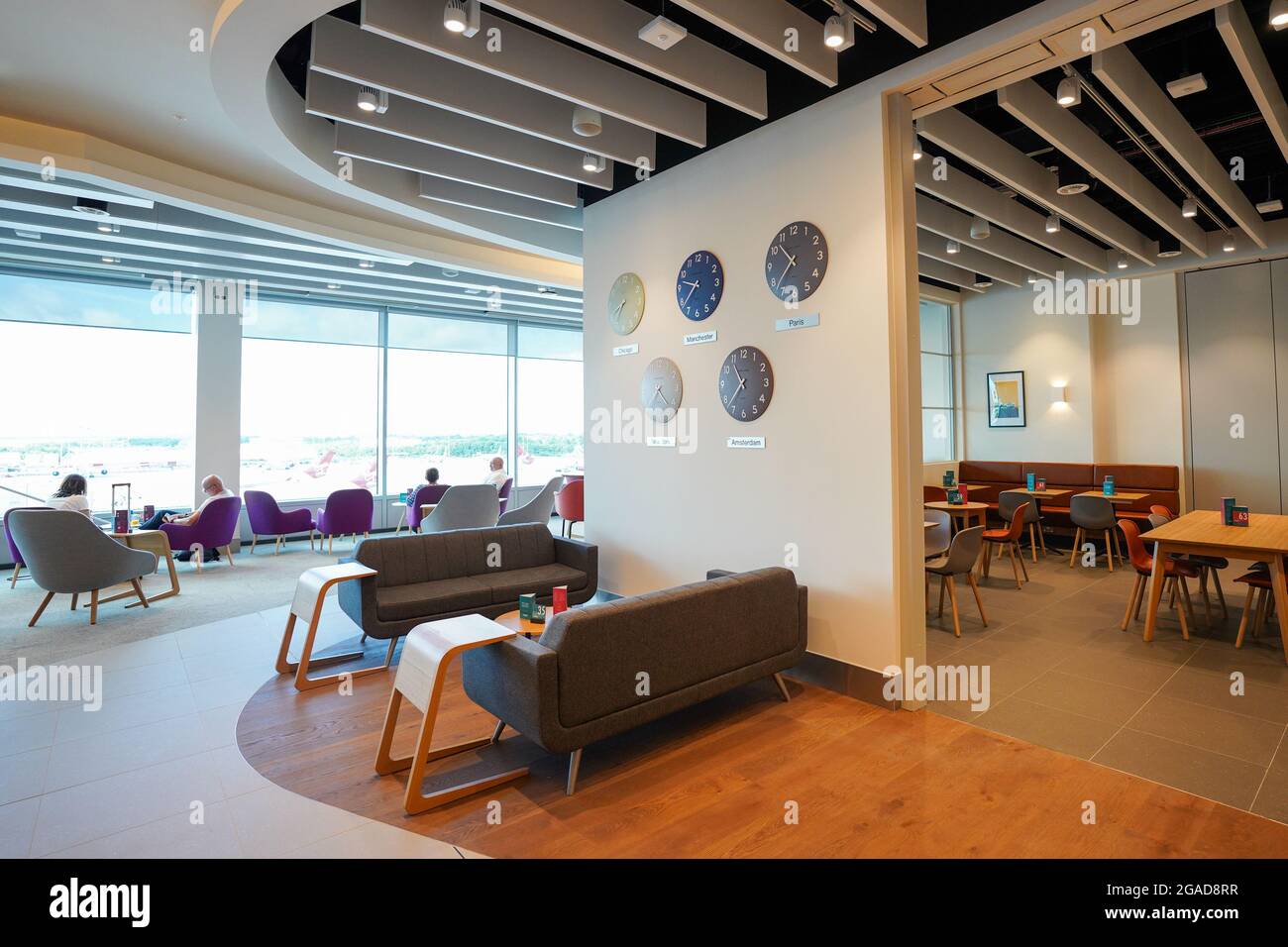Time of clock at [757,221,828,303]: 10:37
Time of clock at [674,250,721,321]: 7:47
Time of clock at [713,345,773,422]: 10:37
